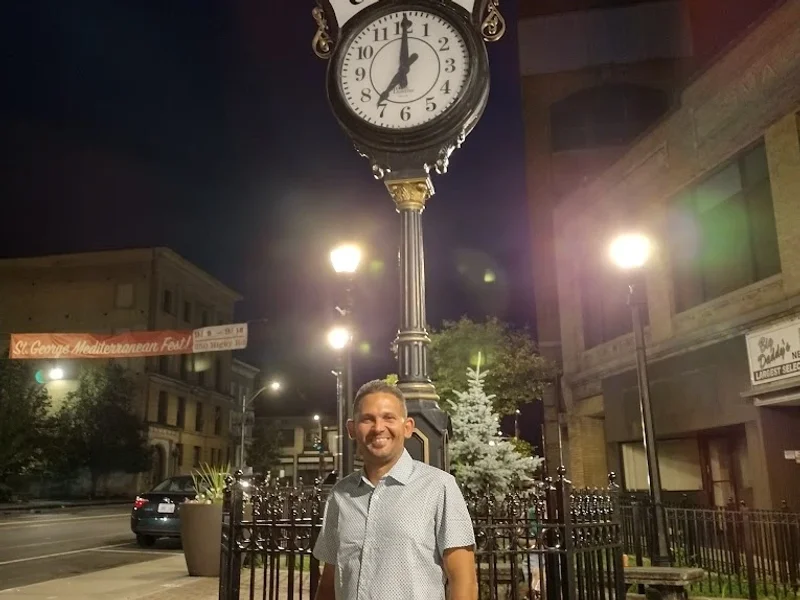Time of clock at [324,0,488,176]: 7:00
